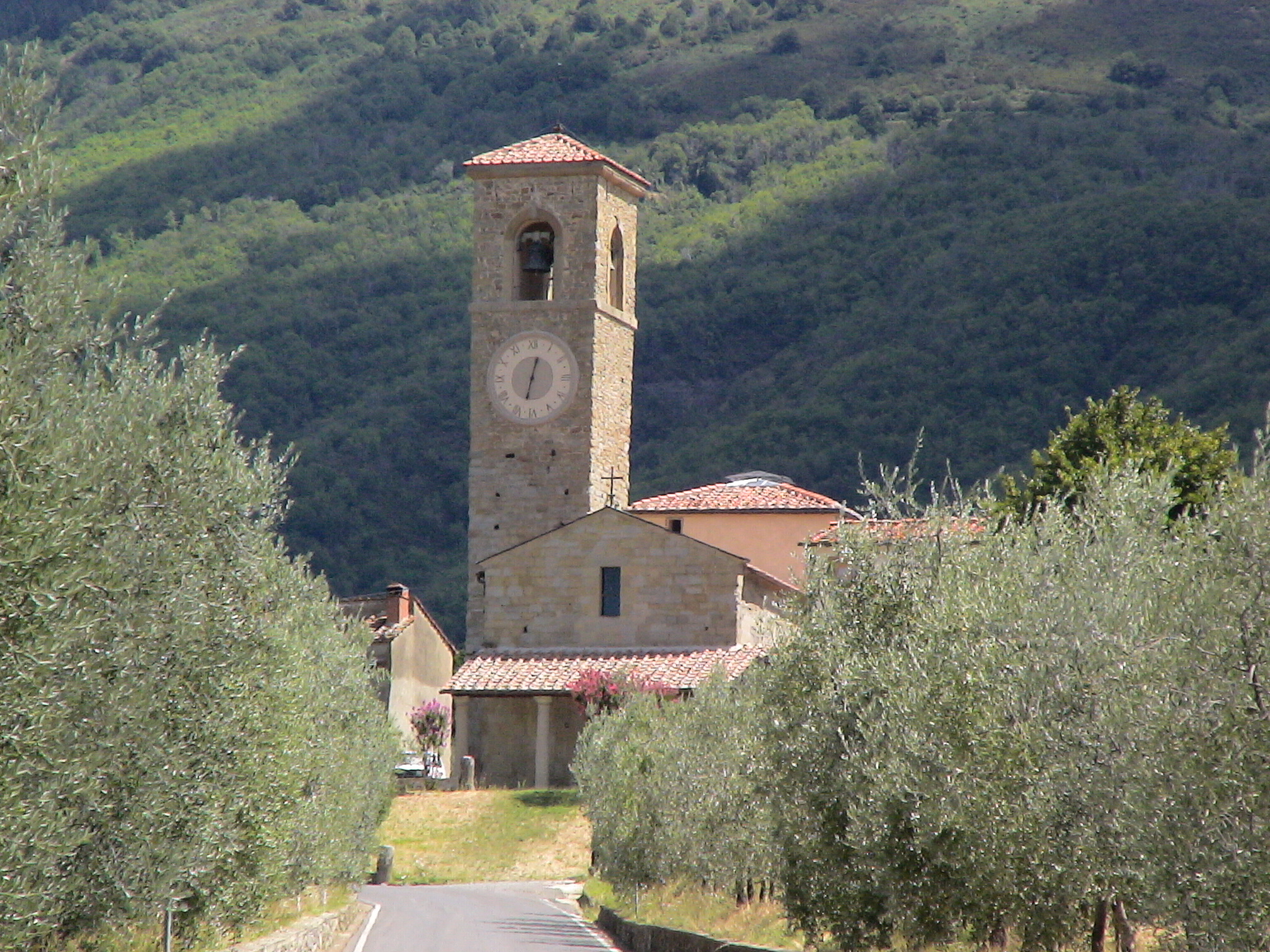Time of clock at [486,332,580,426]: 12:32
